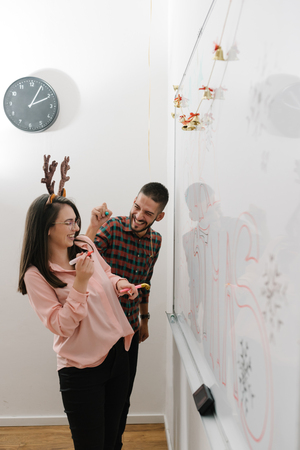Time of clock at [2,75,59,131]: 2:04
